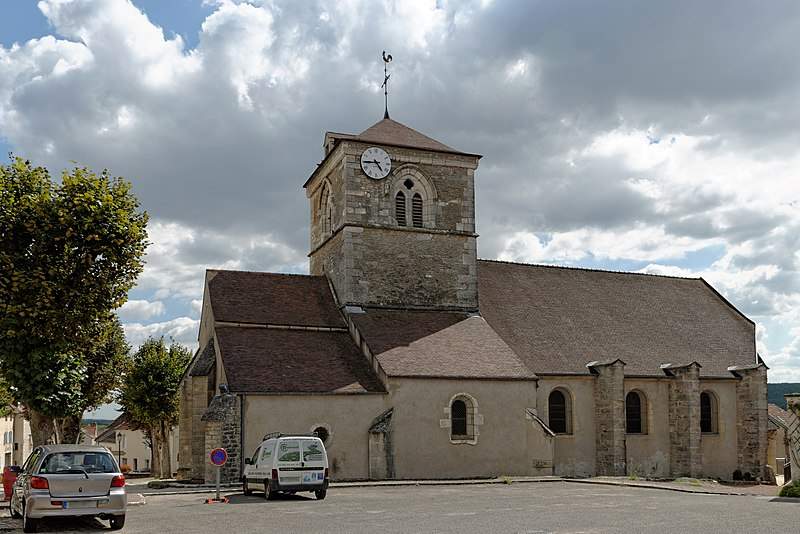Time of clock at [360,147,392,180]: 4:44
